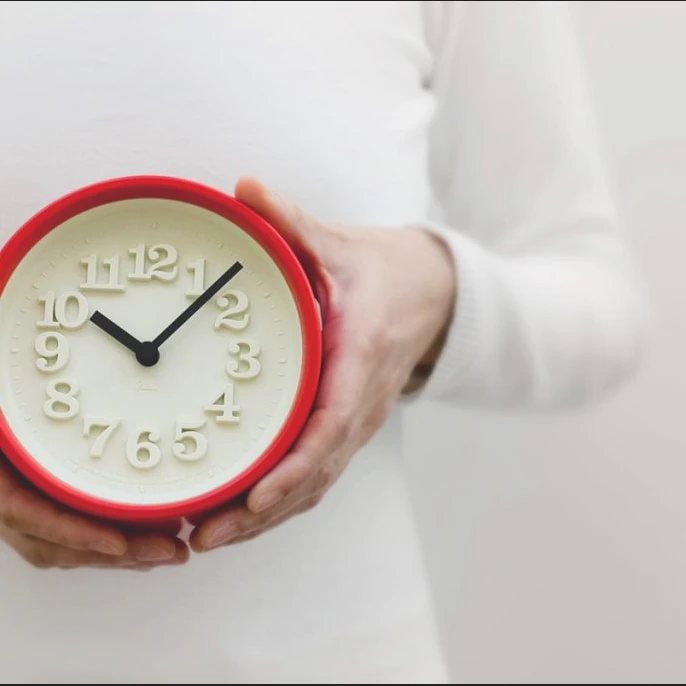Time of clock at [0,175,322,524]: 10:07
